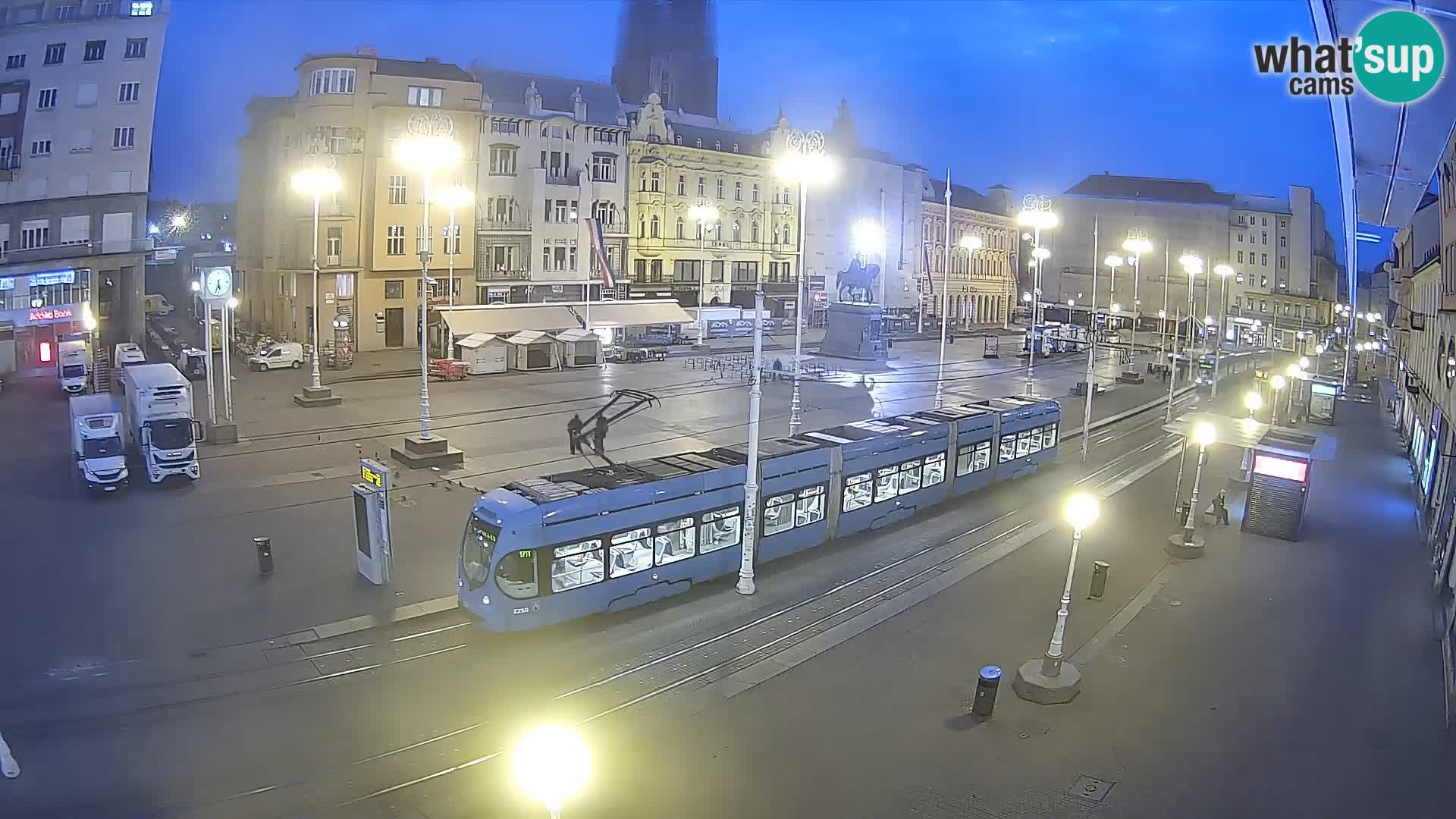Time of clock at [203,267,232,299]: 5:33
